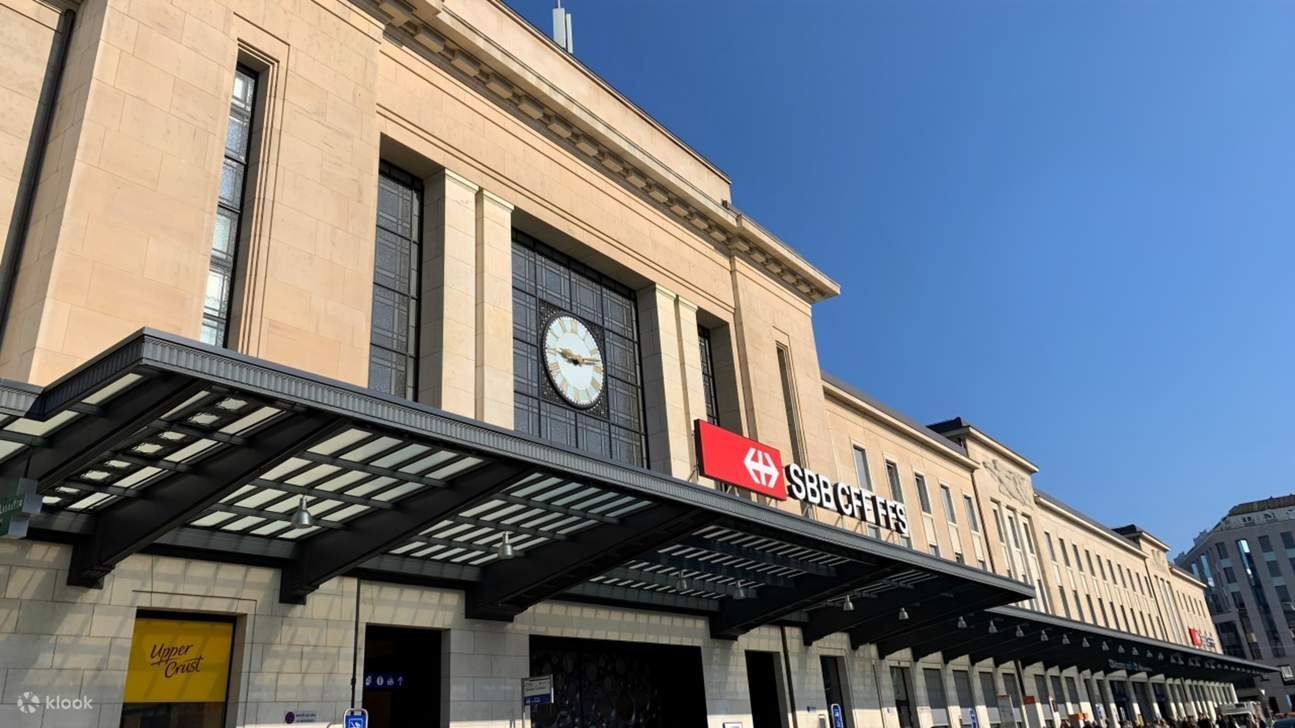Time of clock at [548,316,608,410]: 9:13
